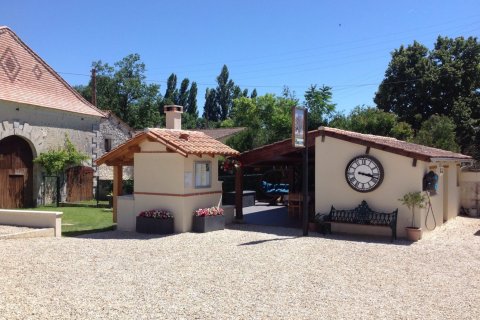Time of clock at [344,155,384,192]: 3:17
